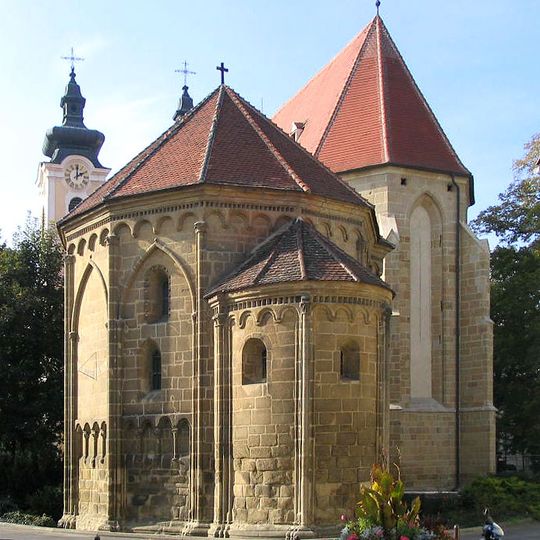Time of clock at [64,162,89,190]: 2:00
